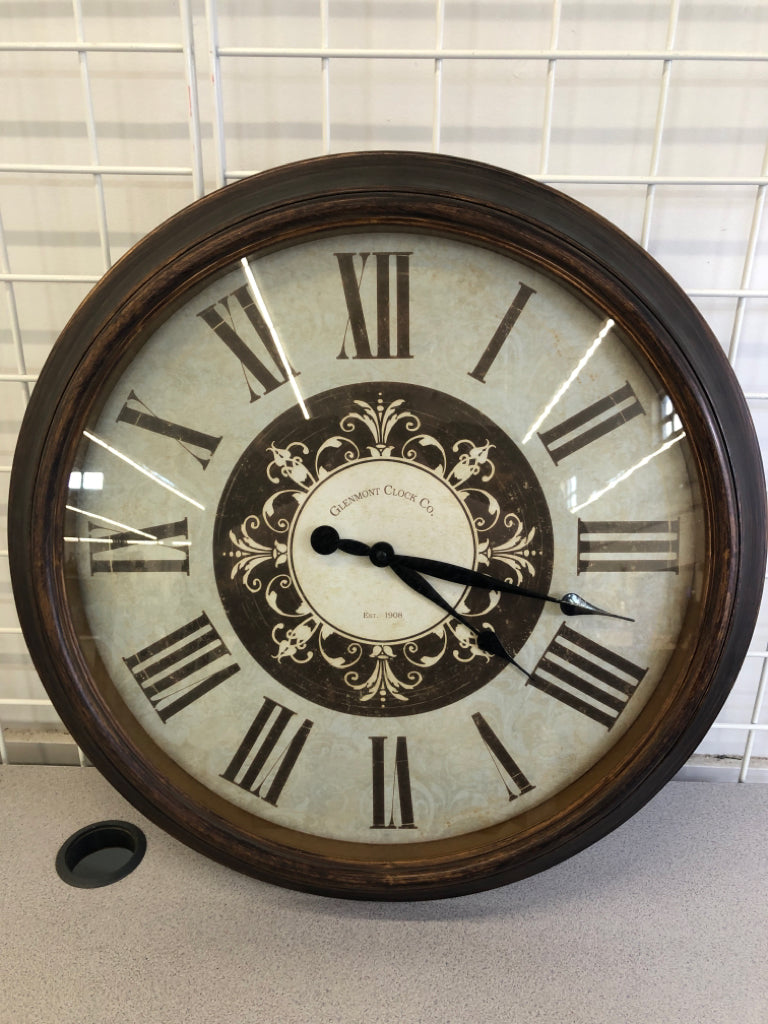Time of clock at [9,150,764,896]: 4:17
